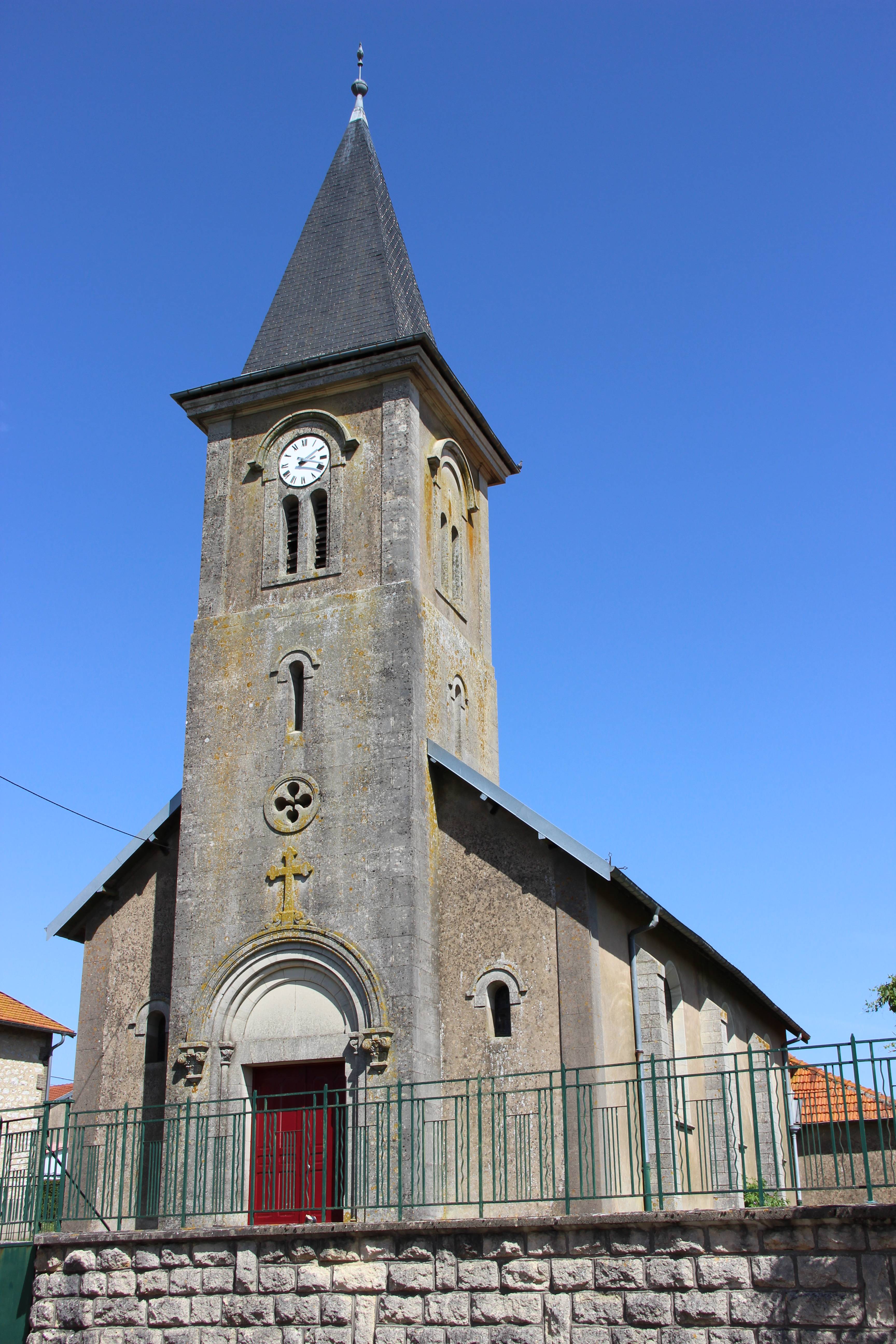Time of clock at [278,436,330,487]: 2:18
